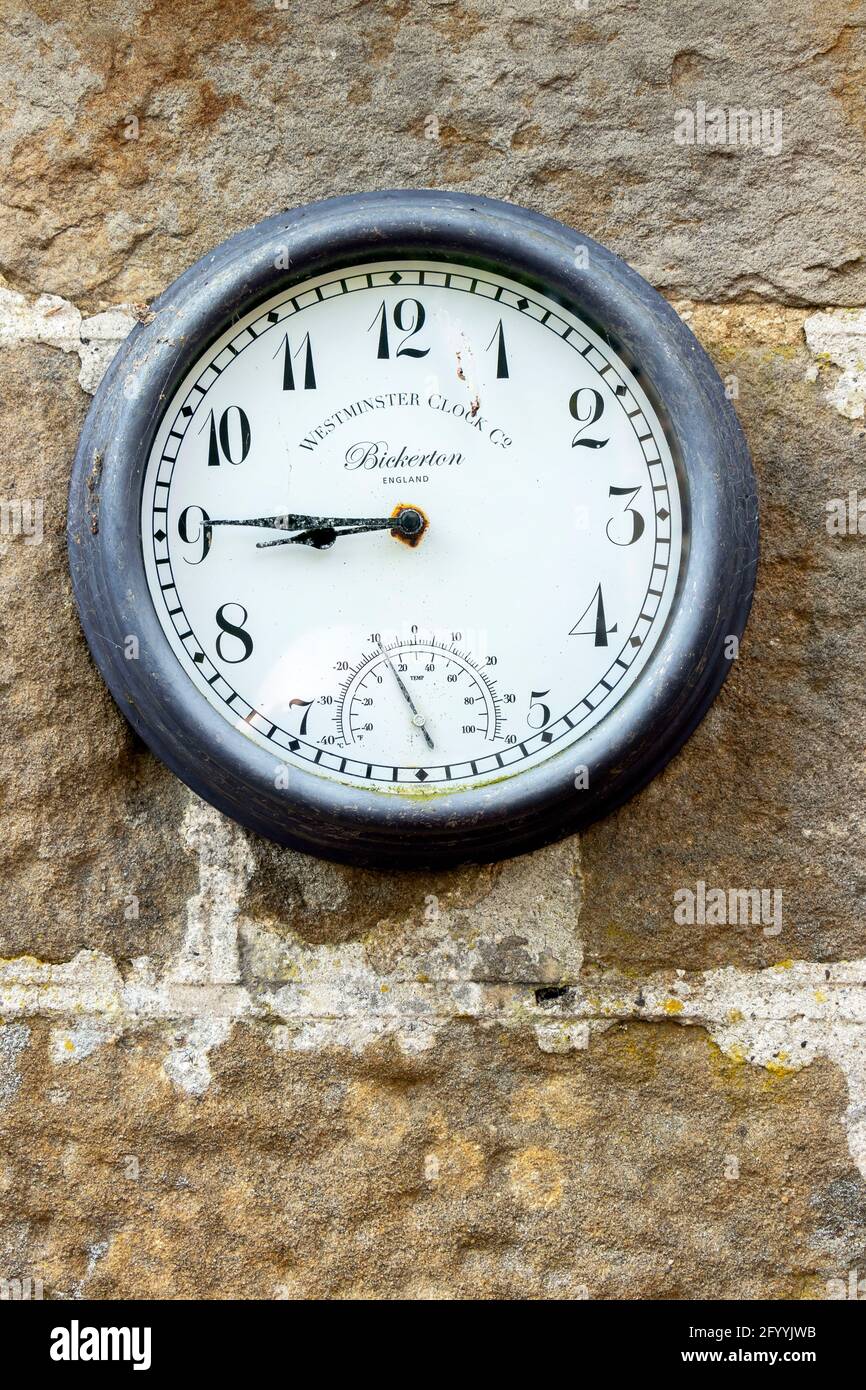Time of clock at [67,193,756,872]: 8:45
